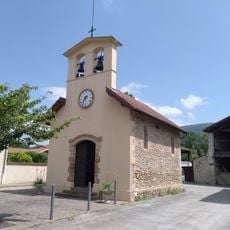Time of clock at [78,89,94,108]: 7:36
